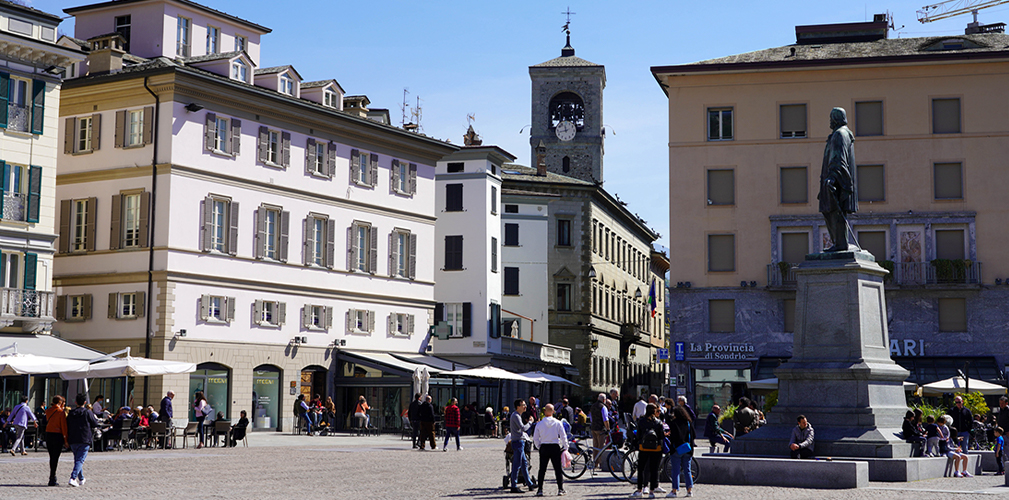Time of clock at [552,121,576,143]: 11:42
